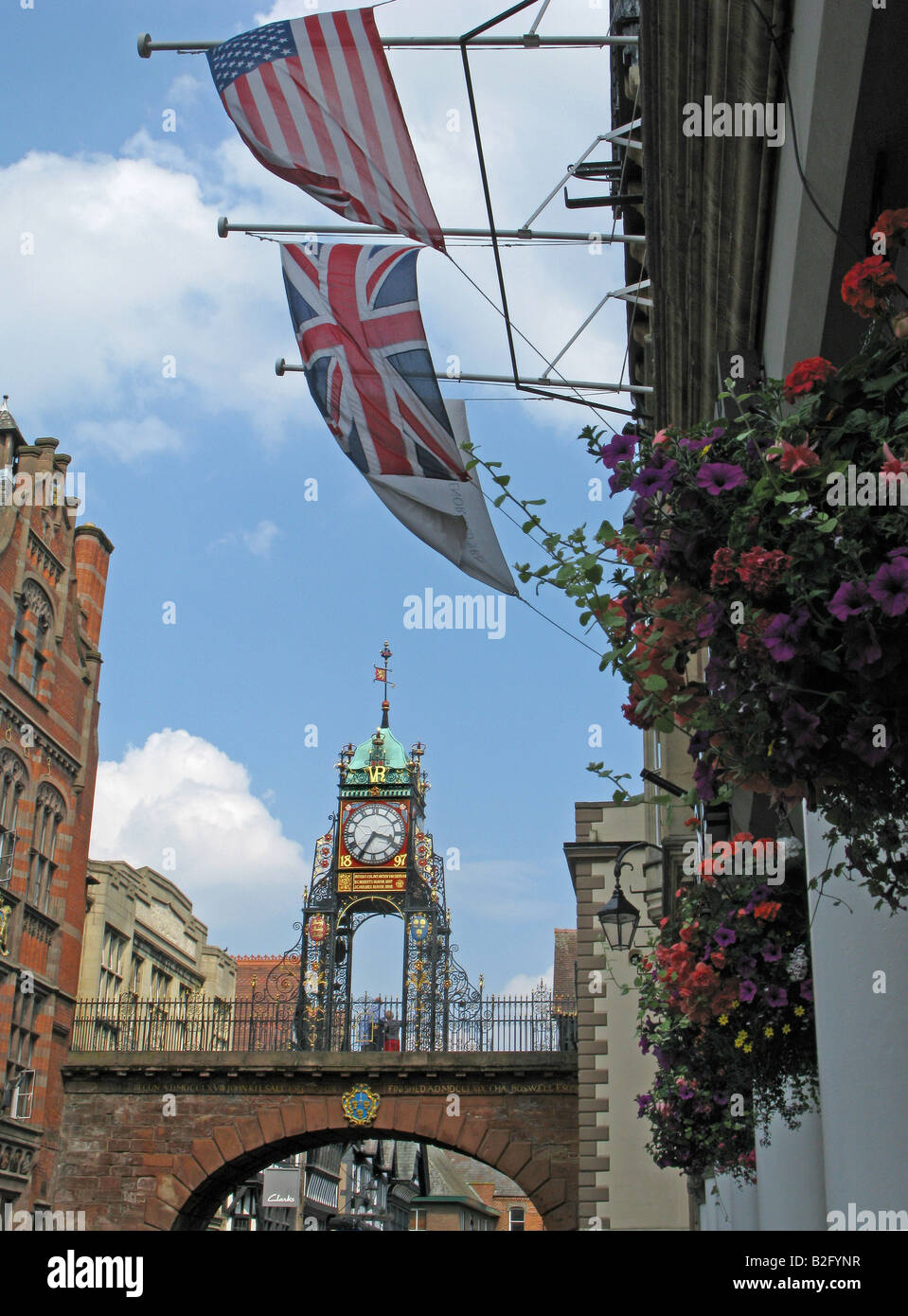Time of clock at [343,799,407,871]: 3:35
